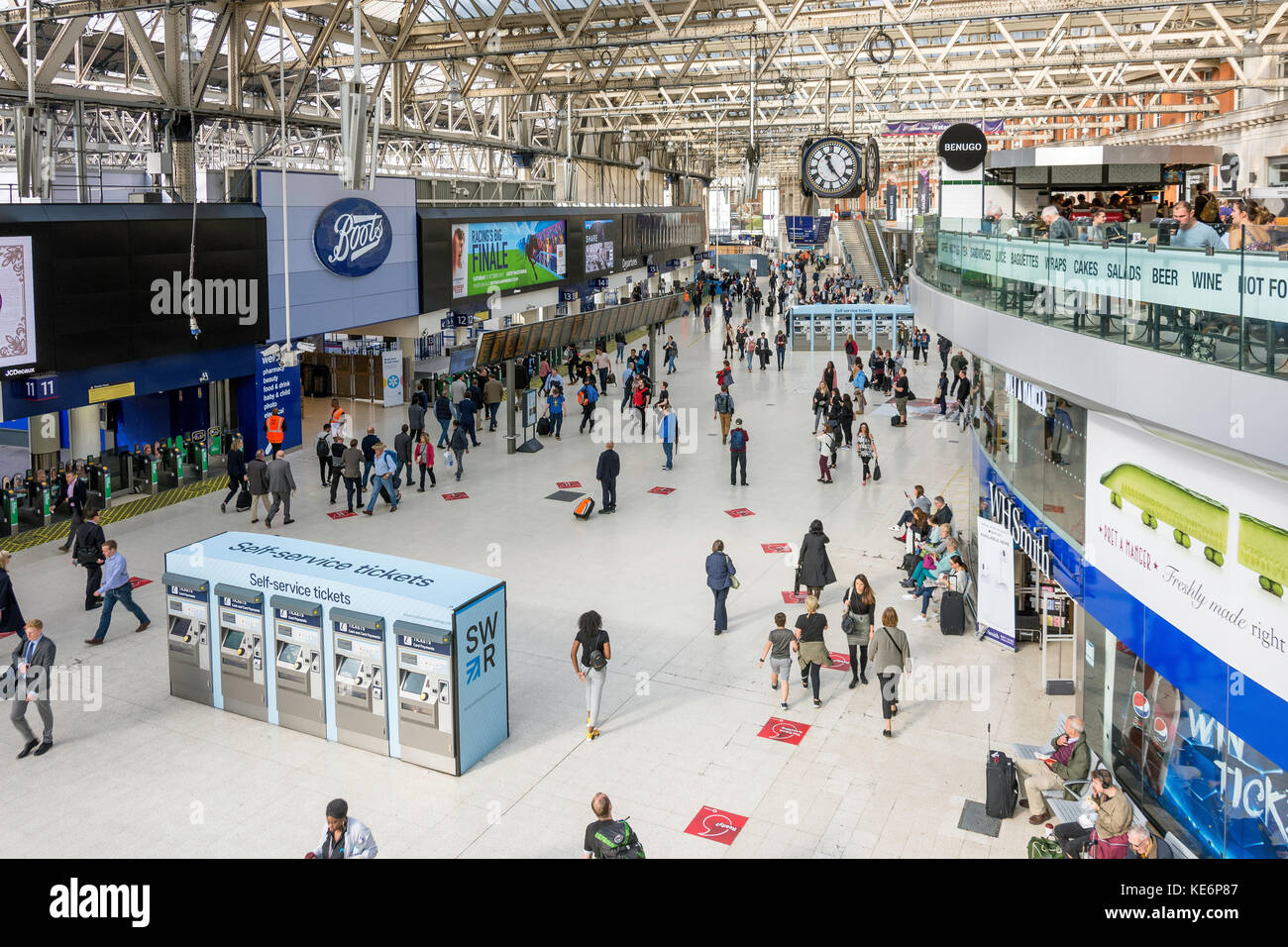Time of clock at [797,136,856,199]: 11:23
